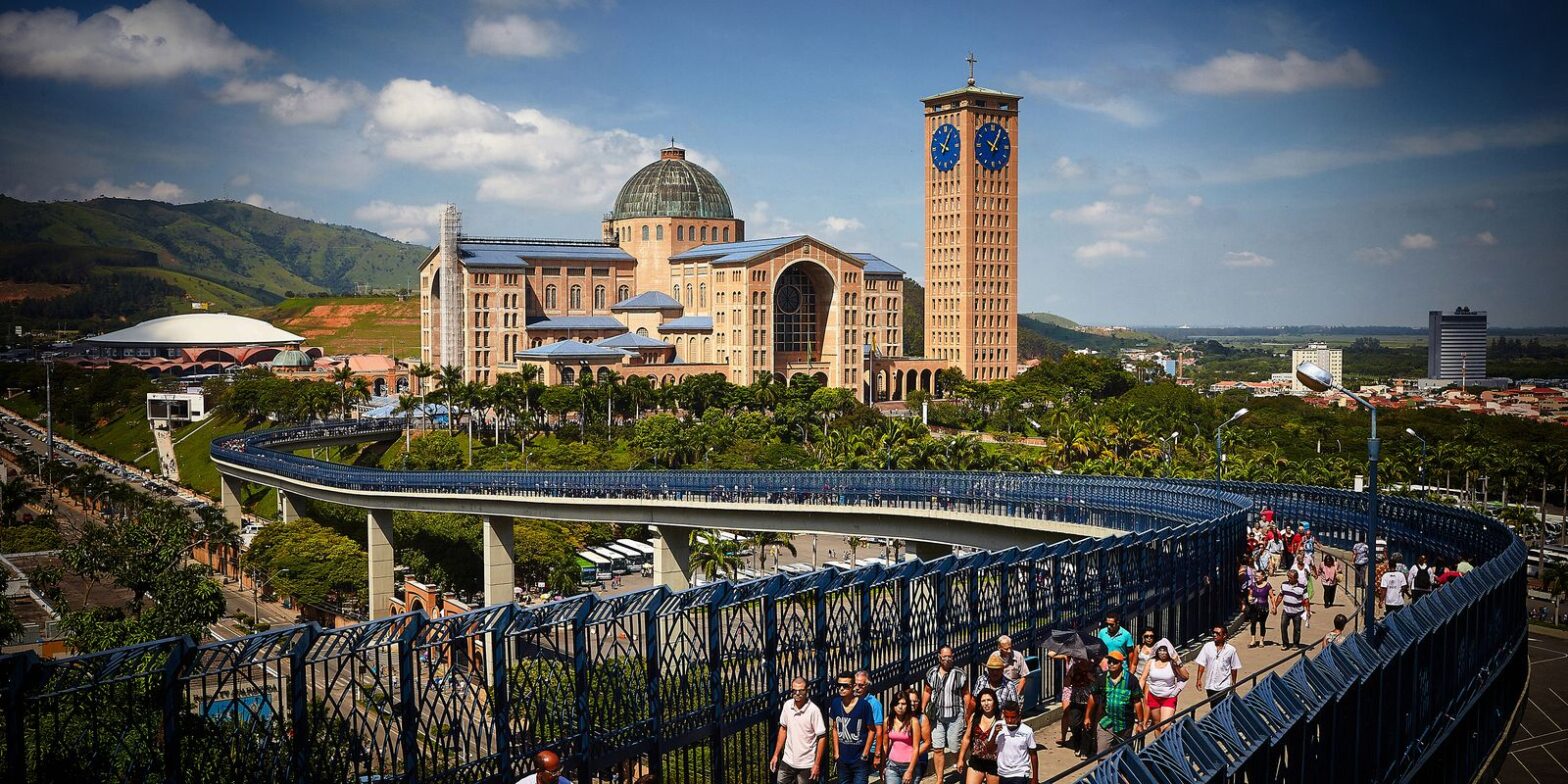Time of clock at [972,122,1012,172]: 10:05
